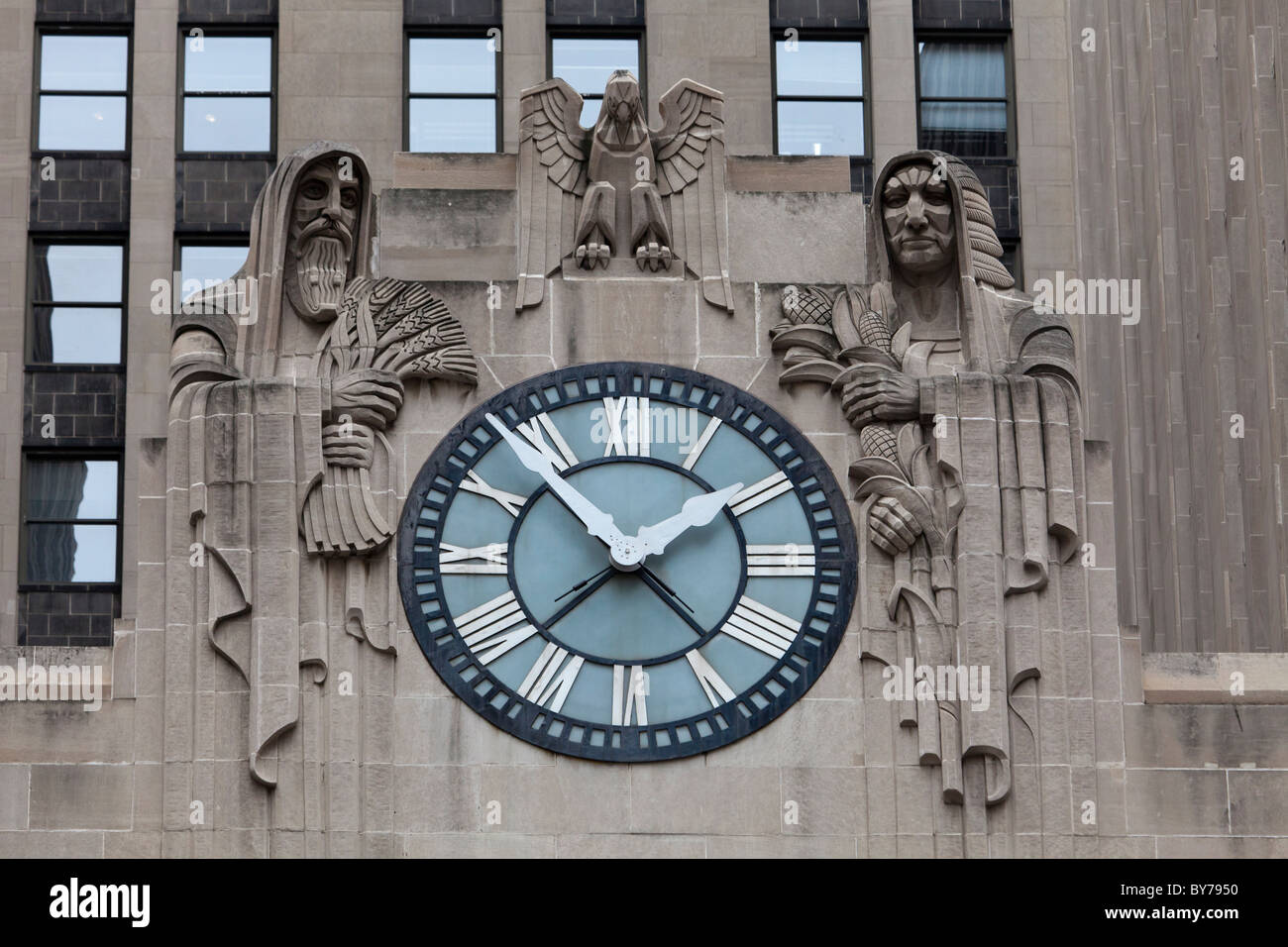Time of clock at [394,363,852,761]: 1:53
